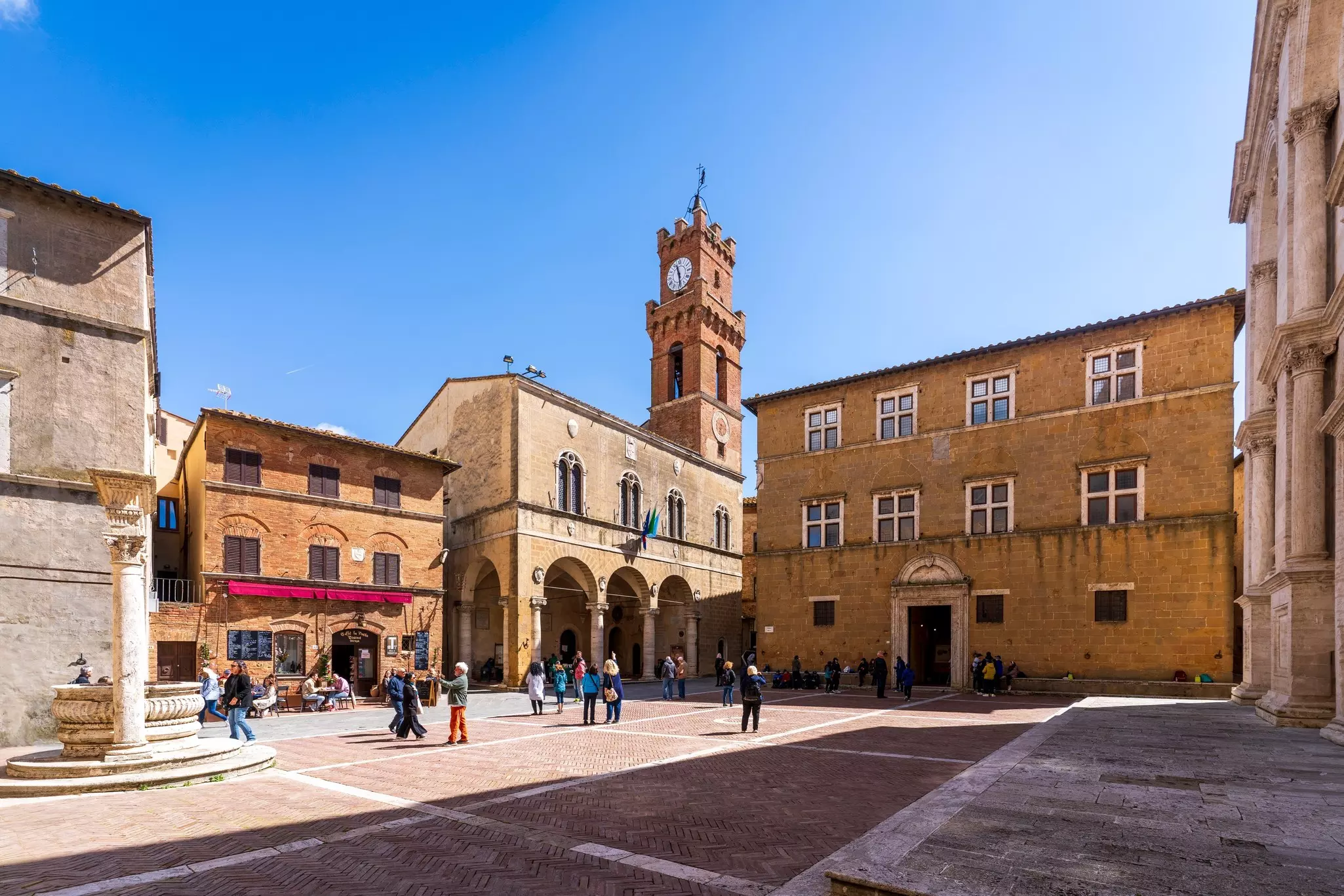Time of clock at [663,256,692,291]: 11:28
